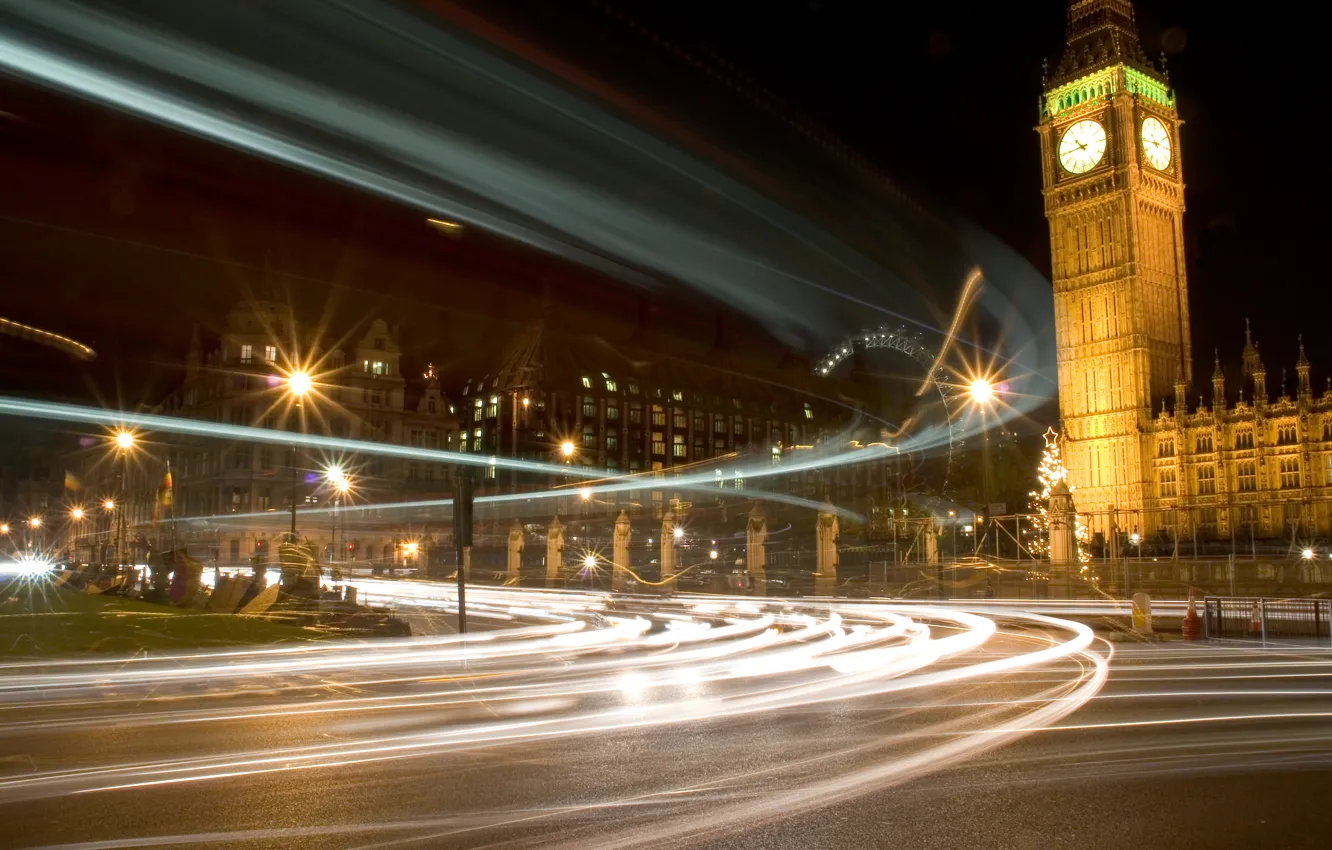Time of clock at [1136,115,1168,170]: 10:44
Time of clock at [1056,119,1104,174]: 10:44
